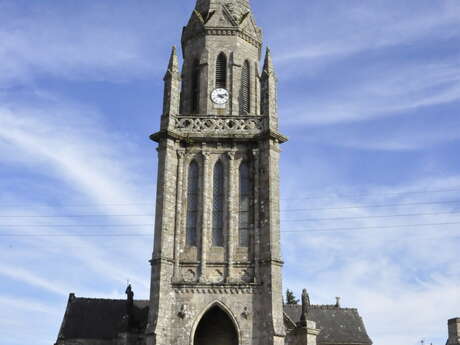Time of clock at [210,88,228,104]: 4:12
